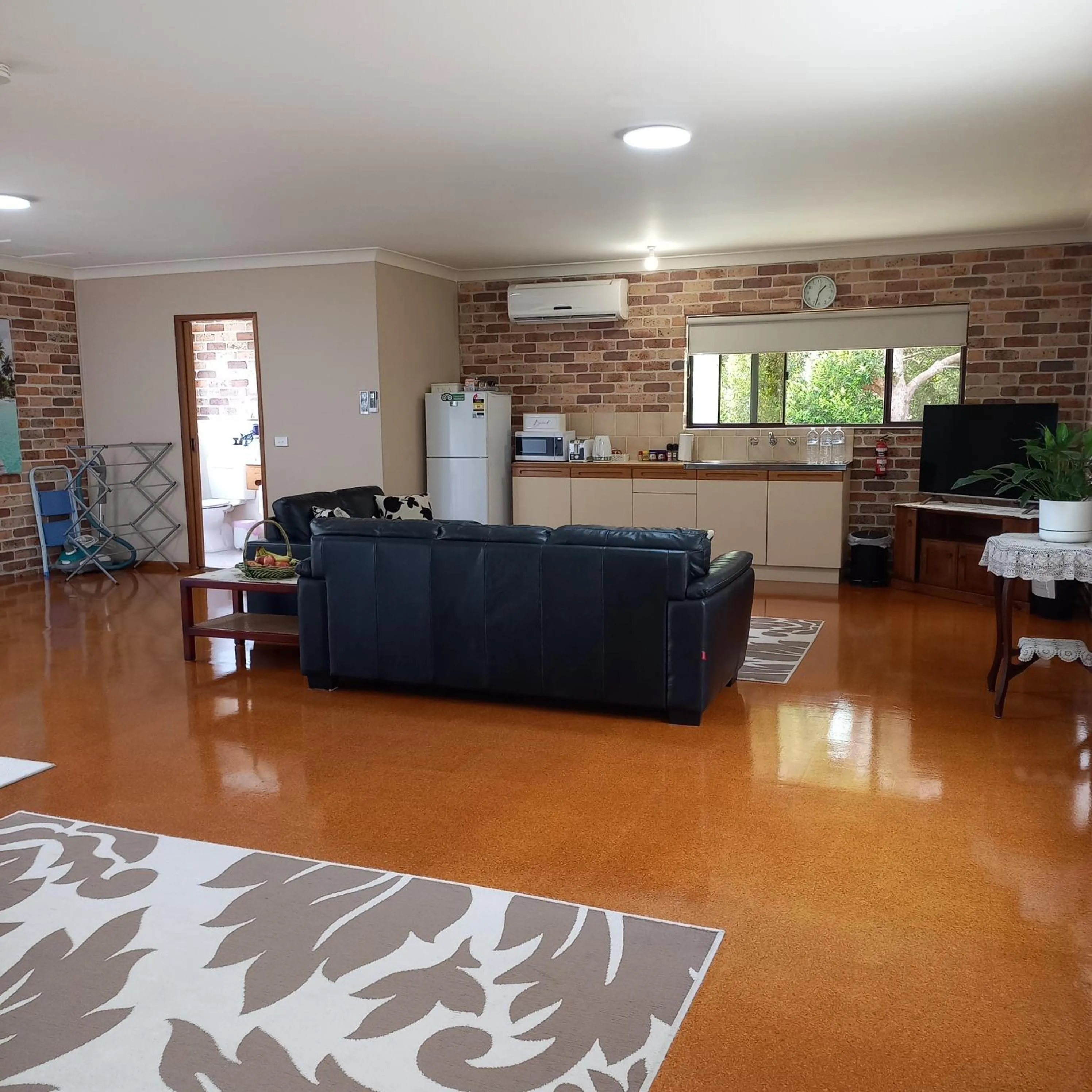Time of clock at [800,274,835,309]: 1:32
